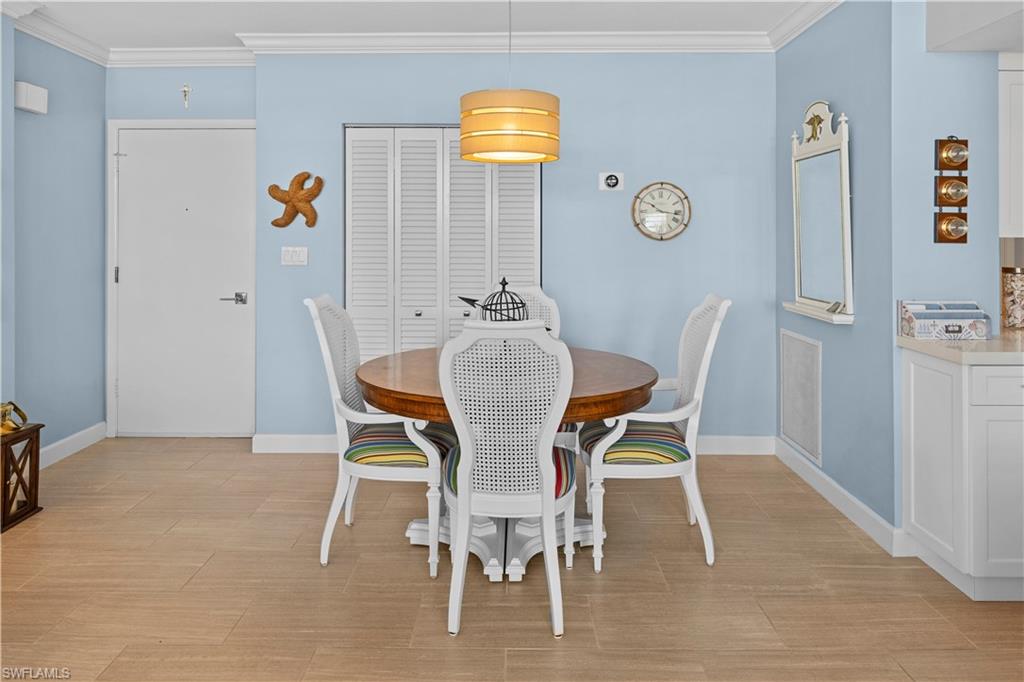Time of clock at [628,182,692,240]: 10:16
